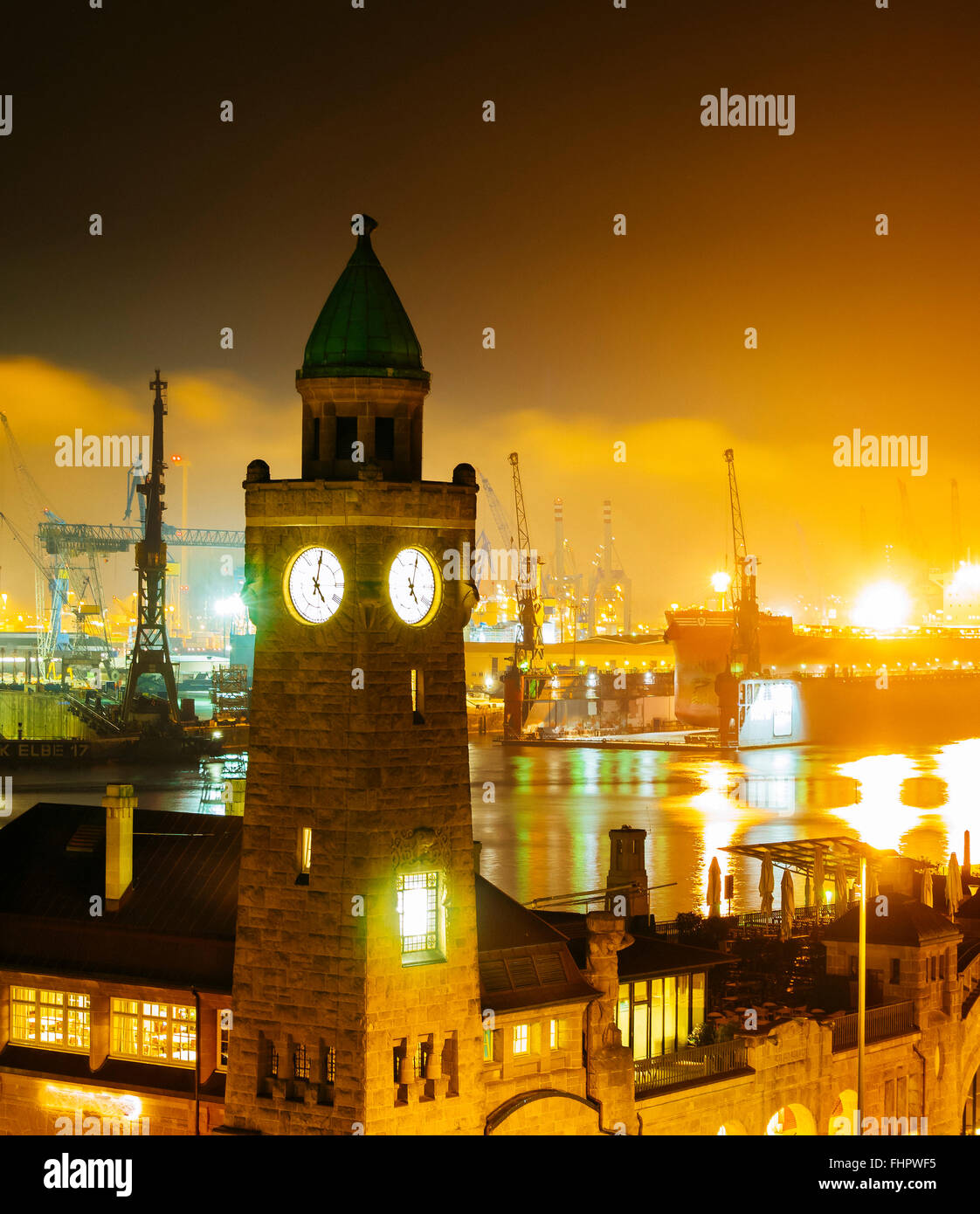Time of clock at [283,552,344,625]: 5:01
